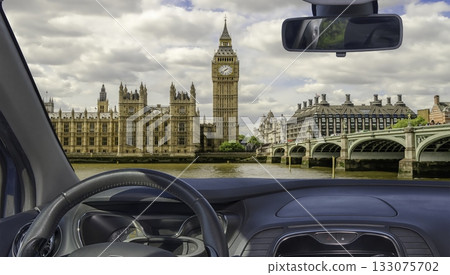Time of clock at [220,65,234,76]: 1:38
